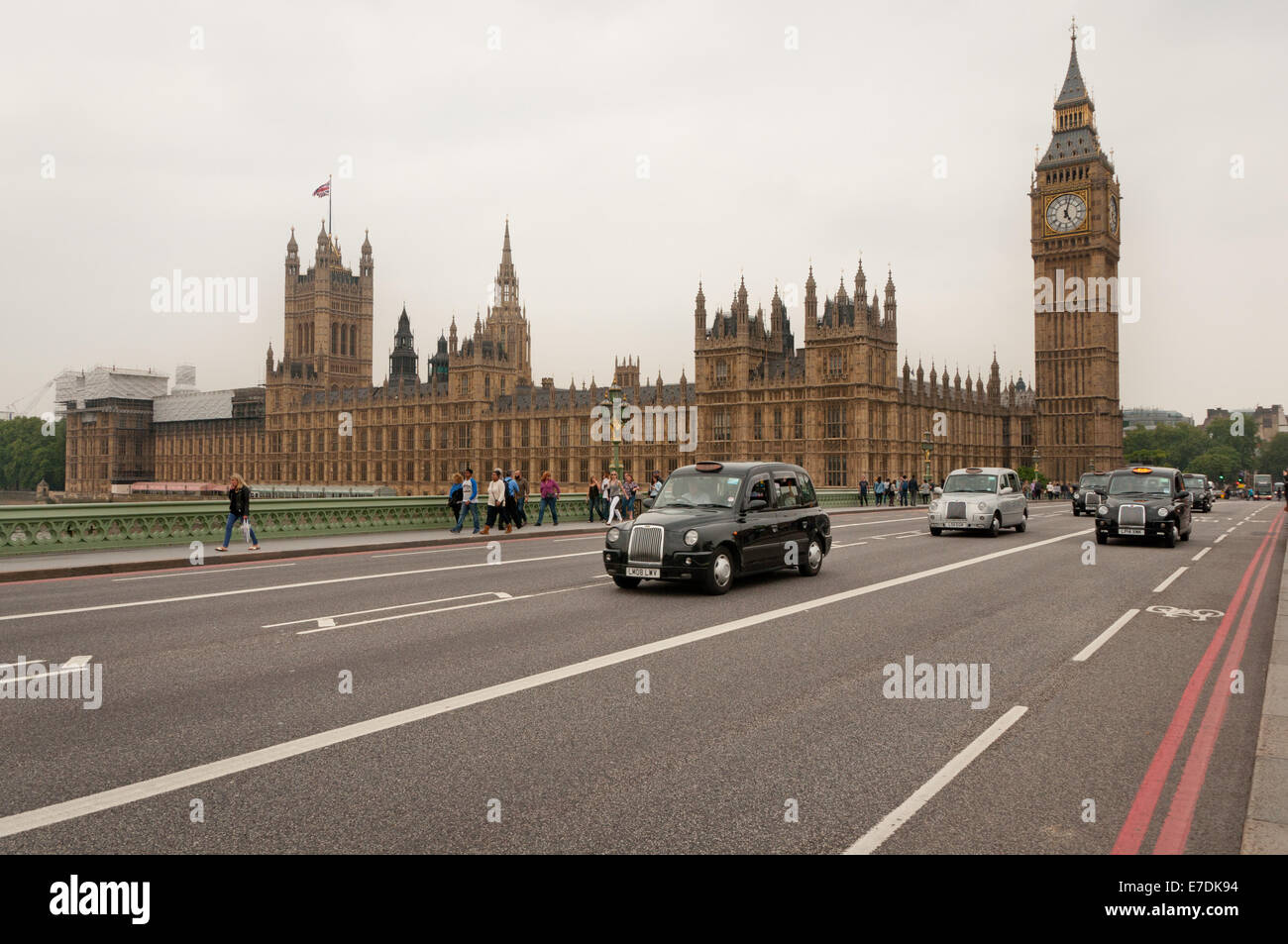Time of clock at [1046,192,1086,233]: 5:02
